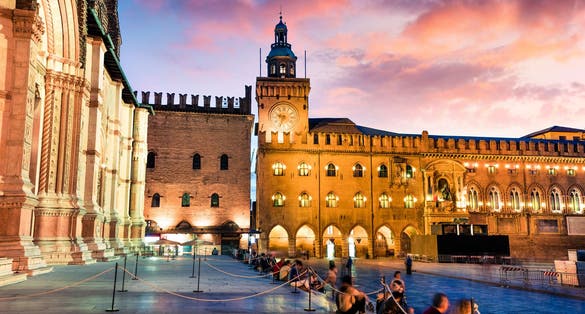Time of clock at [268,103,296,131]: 9:33
